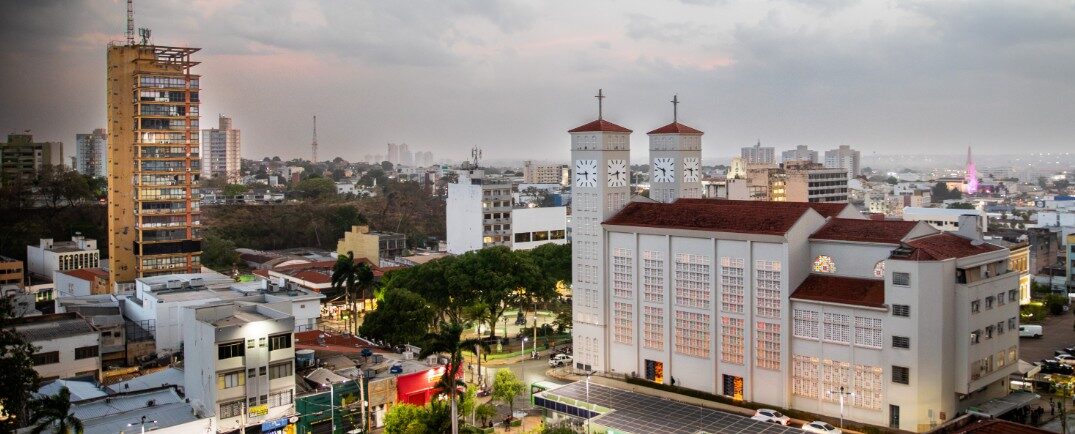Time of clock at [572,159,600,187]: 5:44
